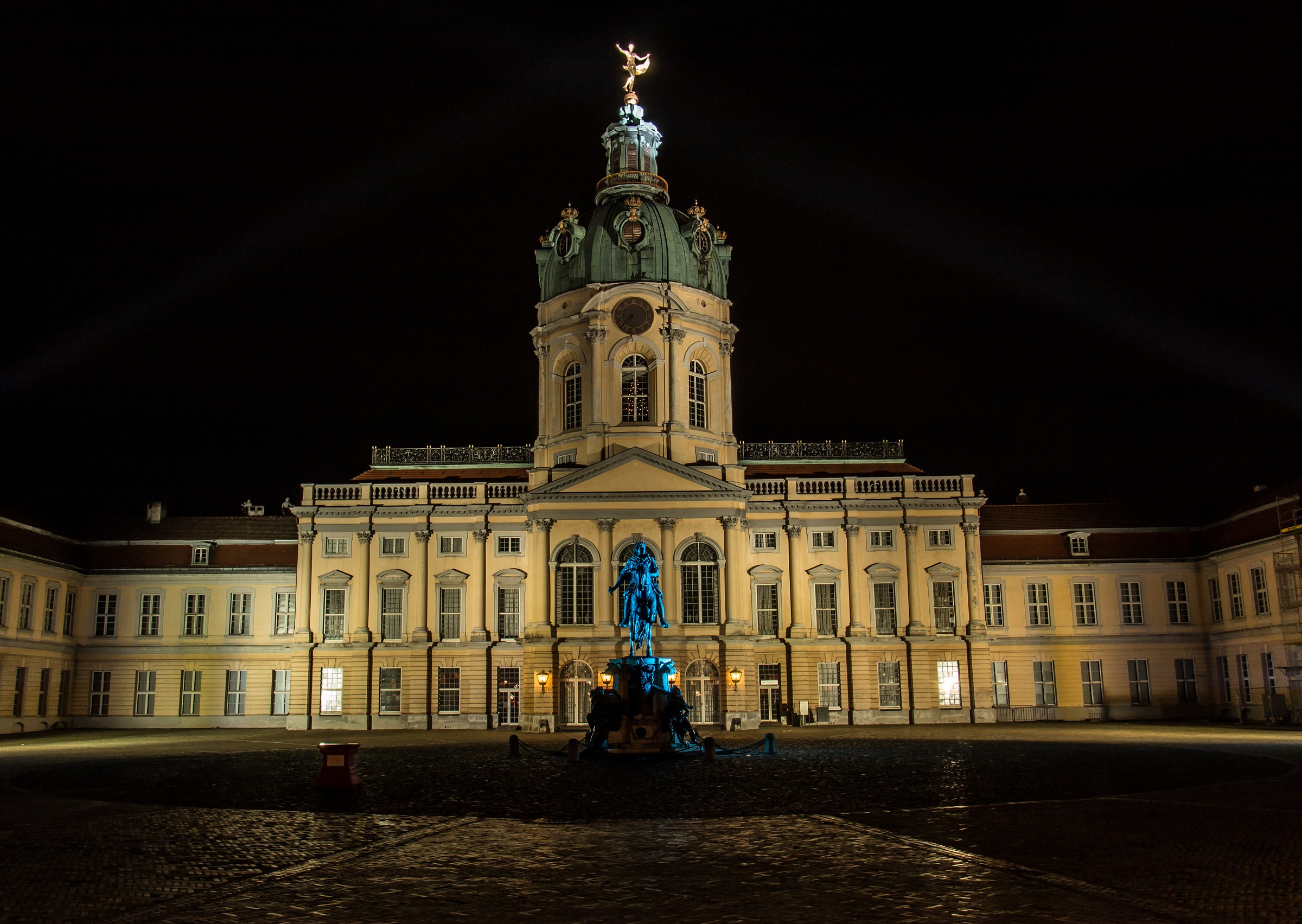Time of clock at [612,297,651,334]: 9:38
